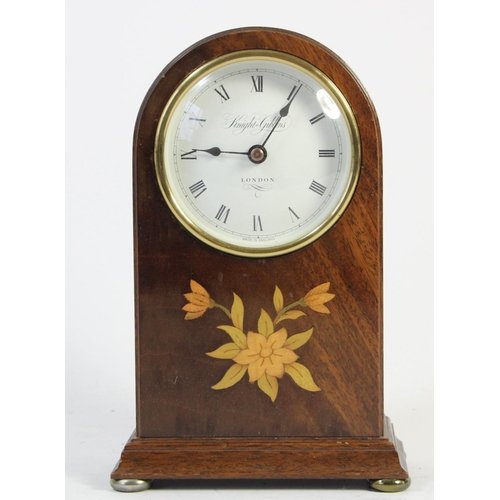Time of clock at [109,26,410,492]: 9:05
